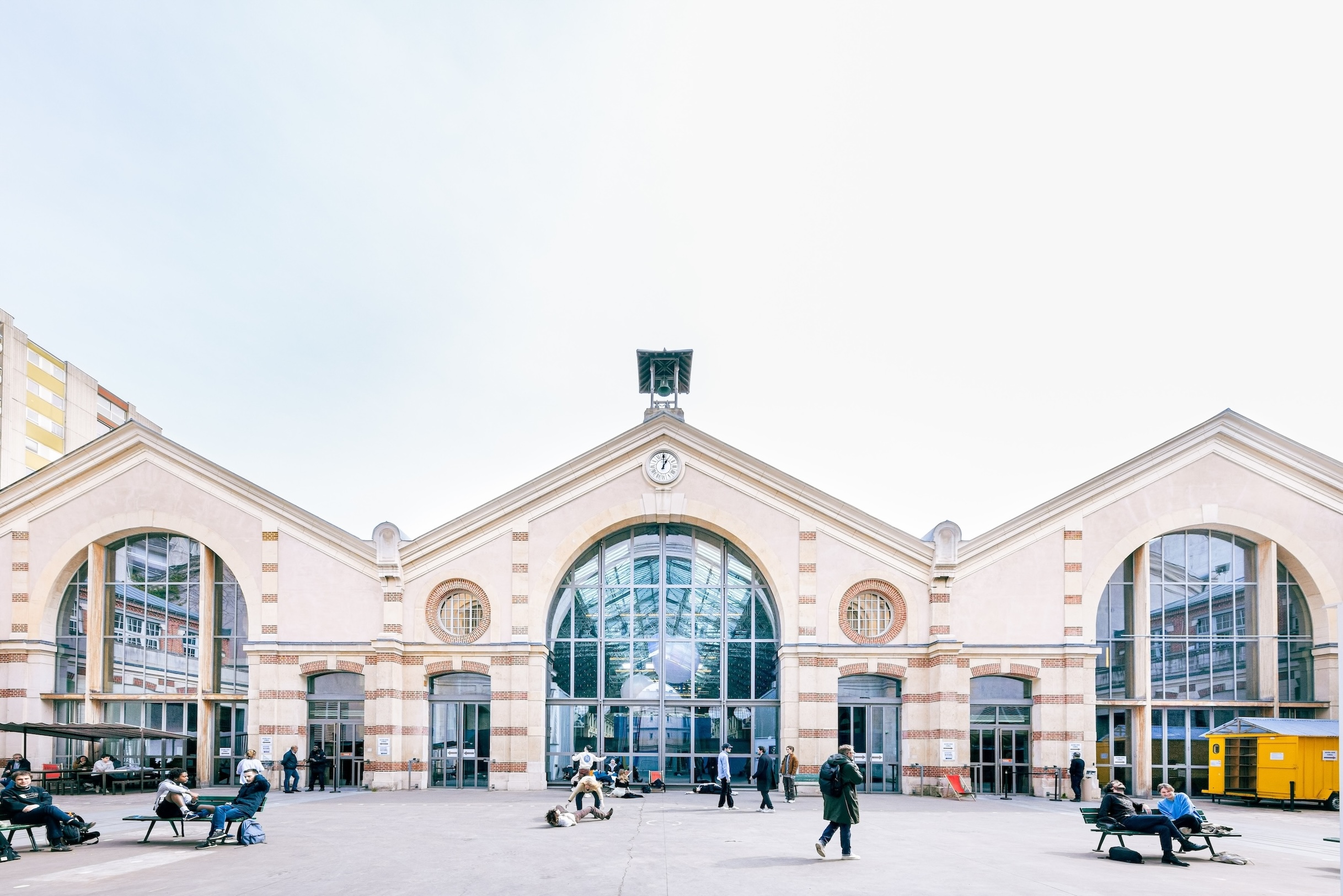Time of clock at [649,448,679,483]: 1:00
